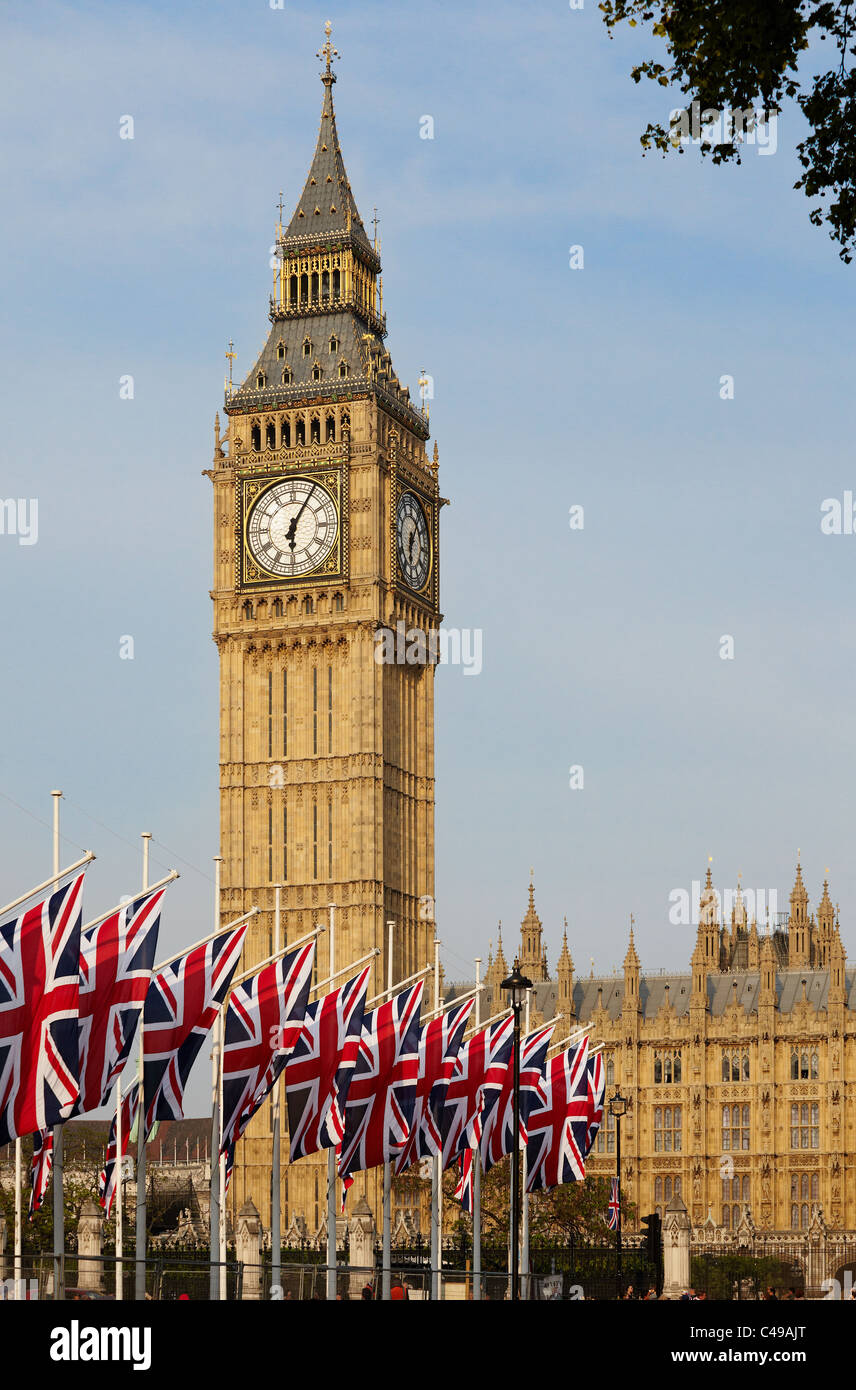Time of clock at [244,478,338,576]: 6:05
